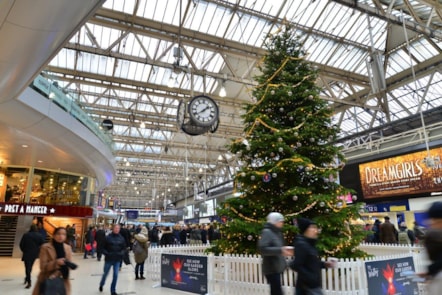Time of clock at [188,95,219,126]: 1:39
